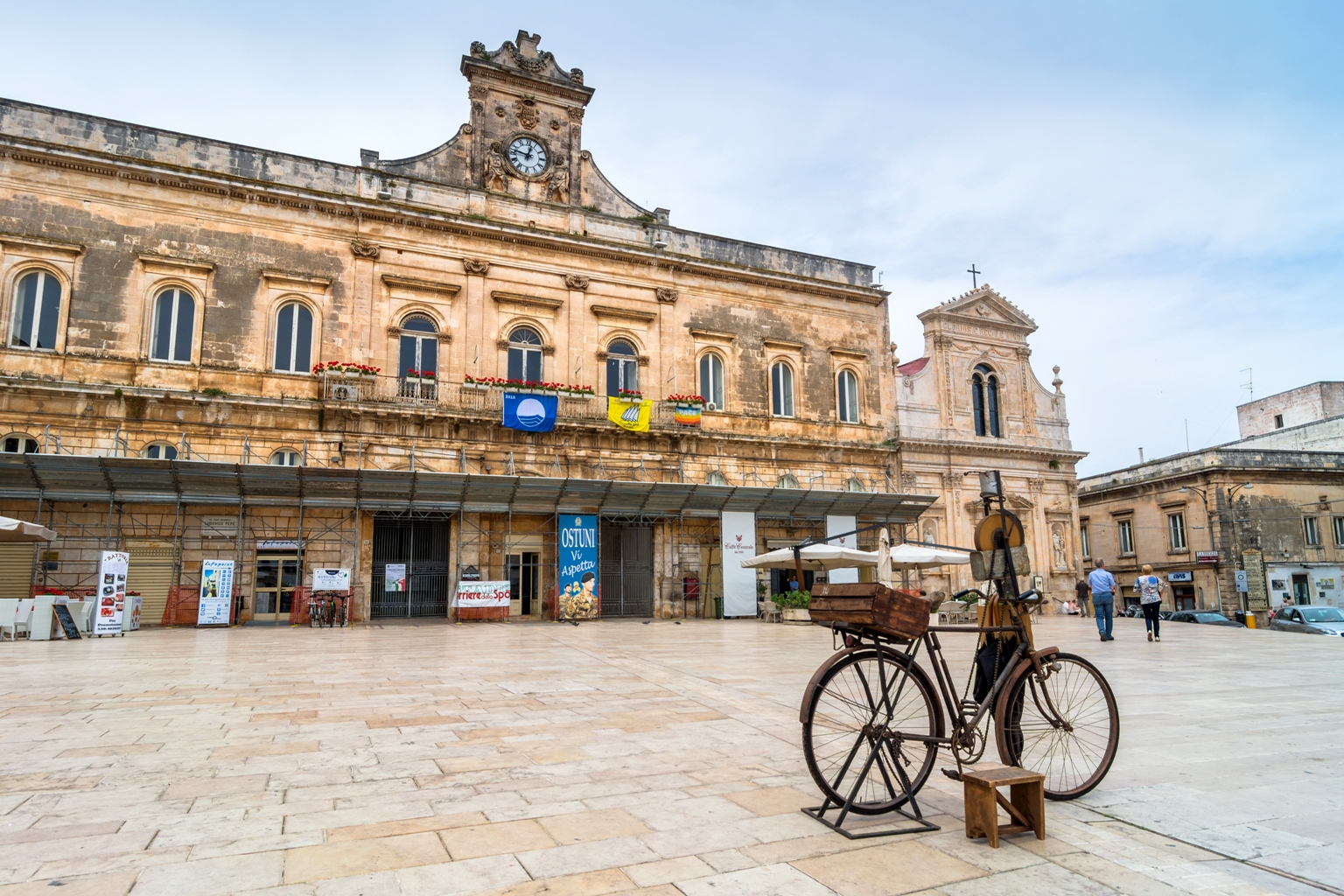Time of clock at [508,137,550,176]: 12:47
